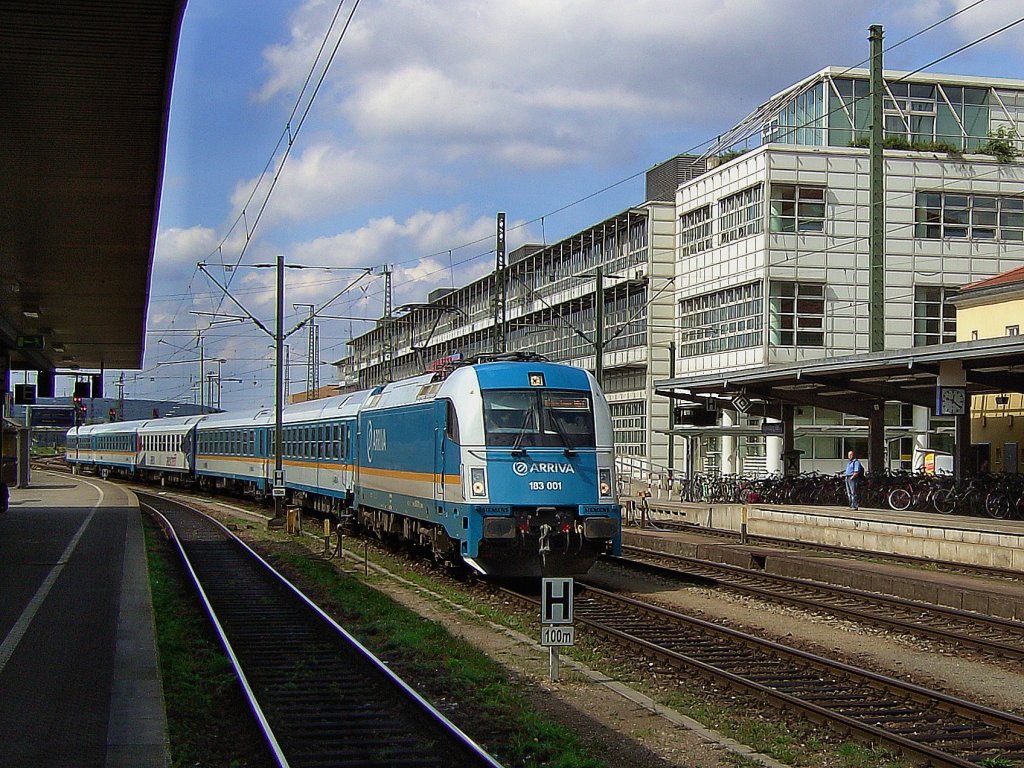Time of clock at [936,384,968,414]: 12:21
